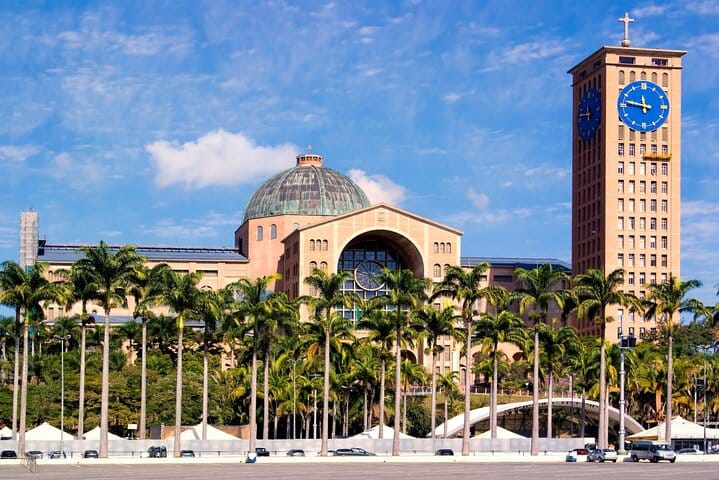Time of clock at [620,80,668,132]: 11:47
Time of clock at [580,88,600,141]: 11:46
